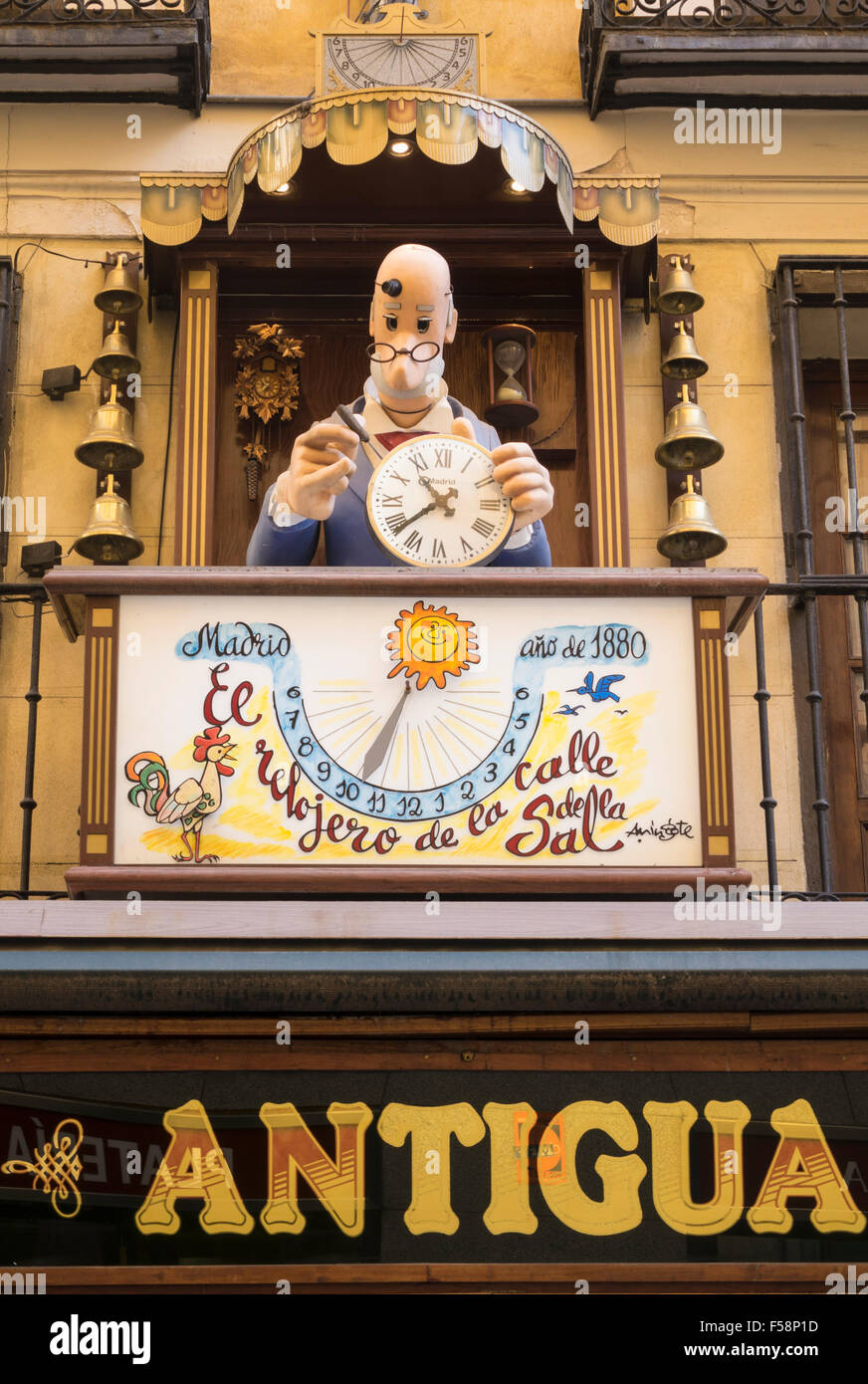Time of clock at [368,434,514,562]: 10:38
